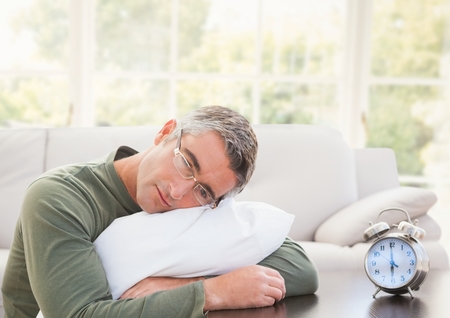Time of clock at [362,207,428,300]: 5:59
